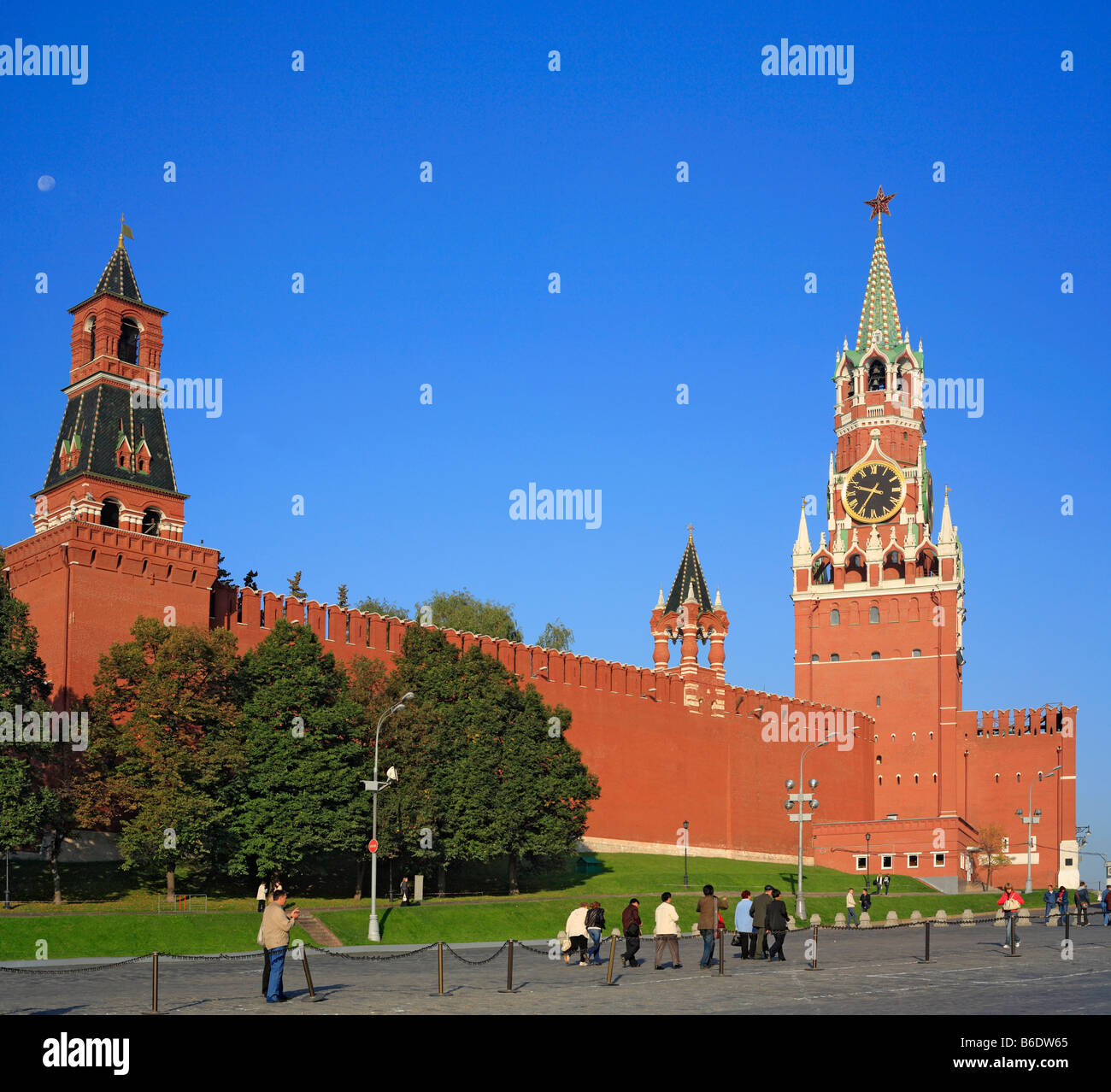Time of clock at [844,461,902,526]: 9:35
